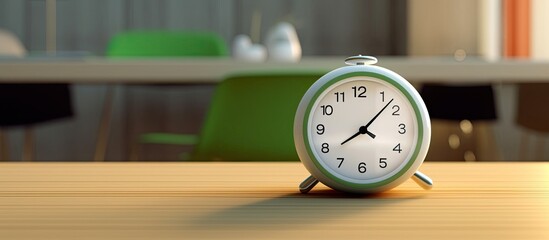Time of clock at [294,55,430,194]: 8:07
